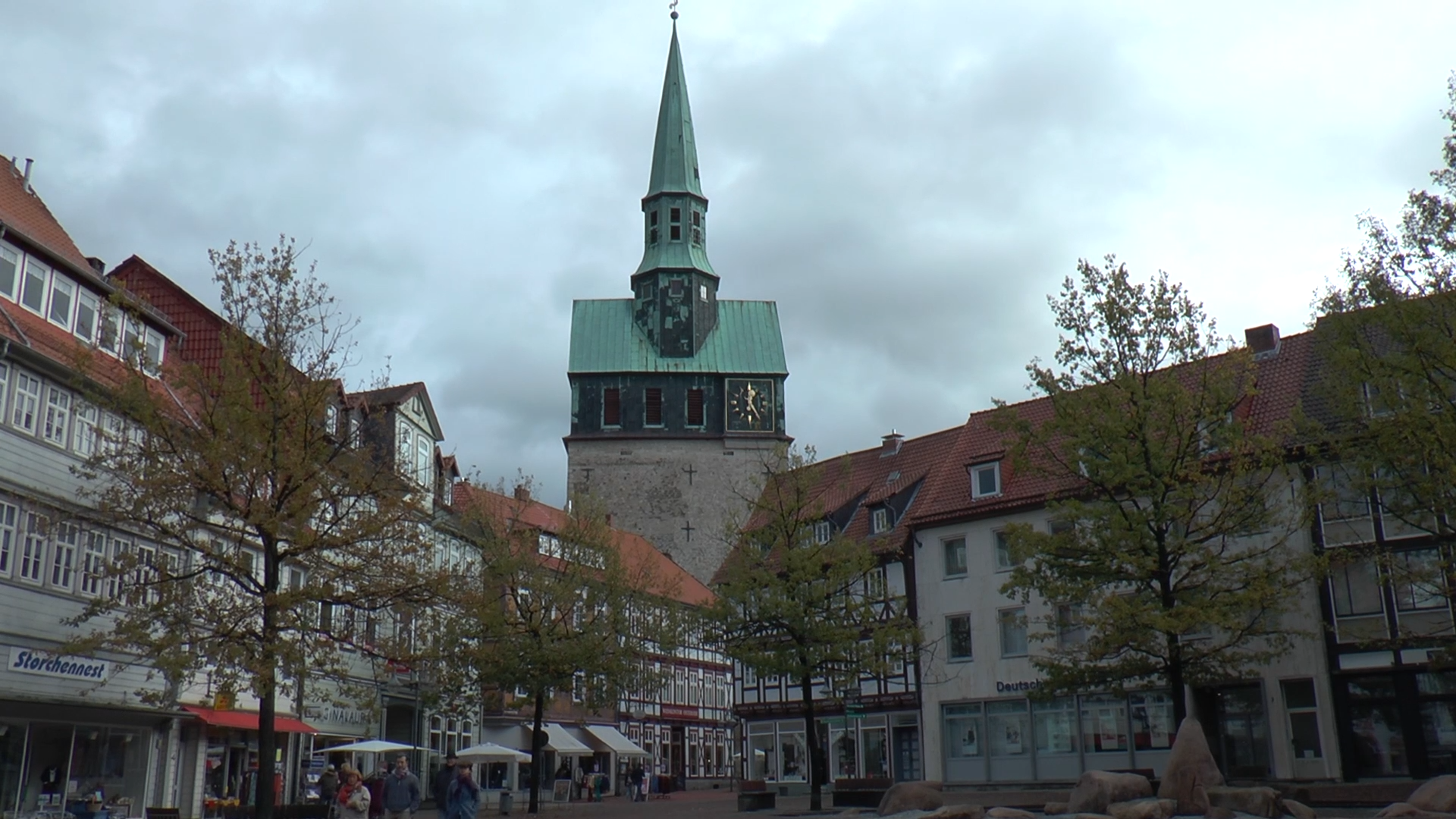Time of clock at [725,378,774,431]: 12:24
